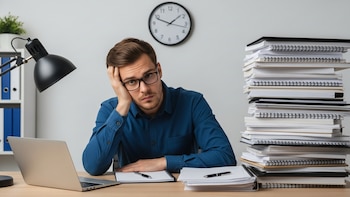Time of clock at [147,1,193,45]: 1:48
